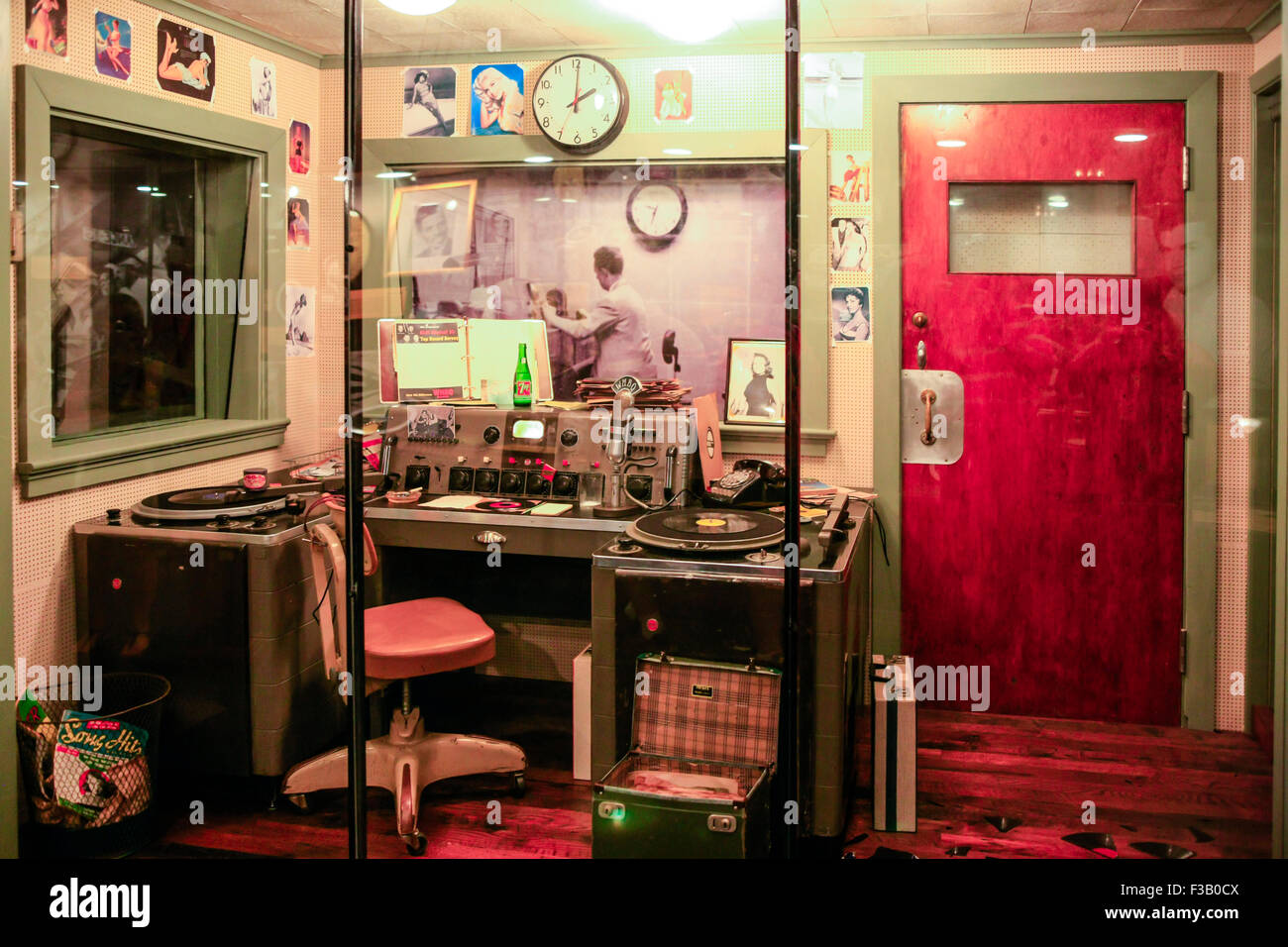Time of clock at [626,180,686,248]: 6:32
